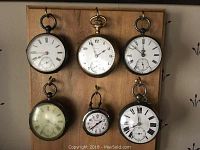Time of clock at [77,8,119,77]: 1:56
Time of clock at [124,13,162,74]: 11:51
